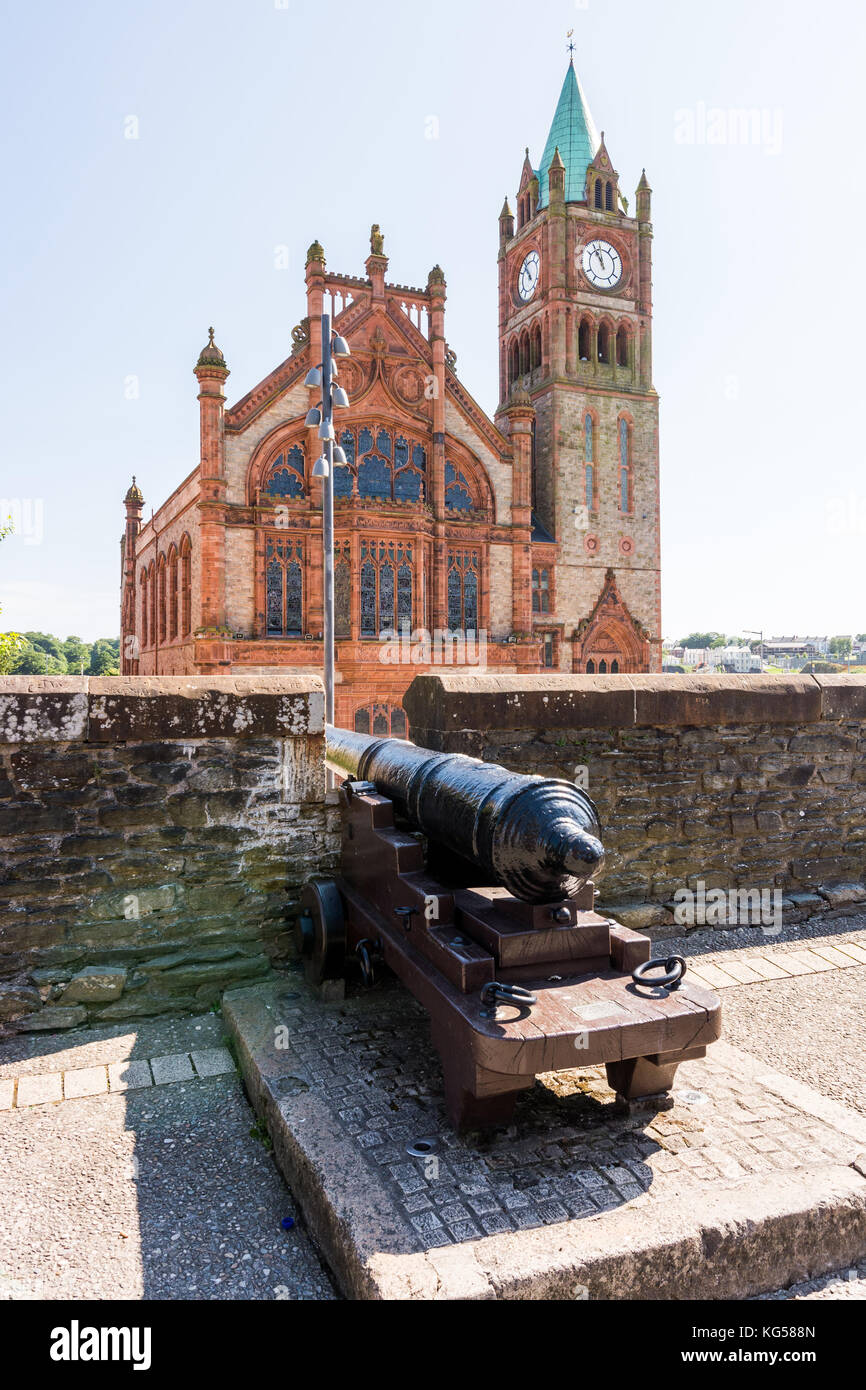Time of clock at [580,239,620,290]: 11:55
